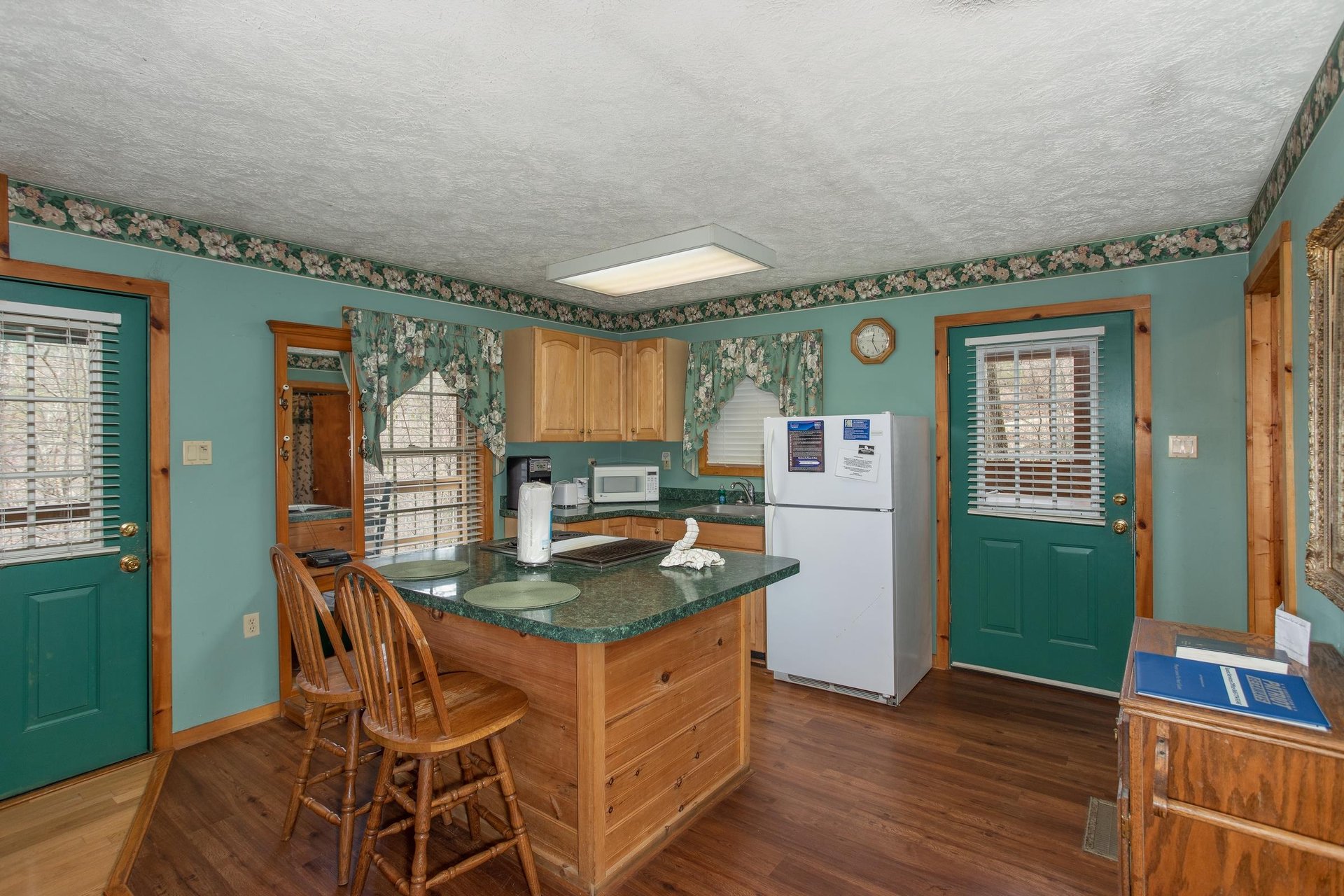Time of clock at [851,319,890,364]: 12:26
